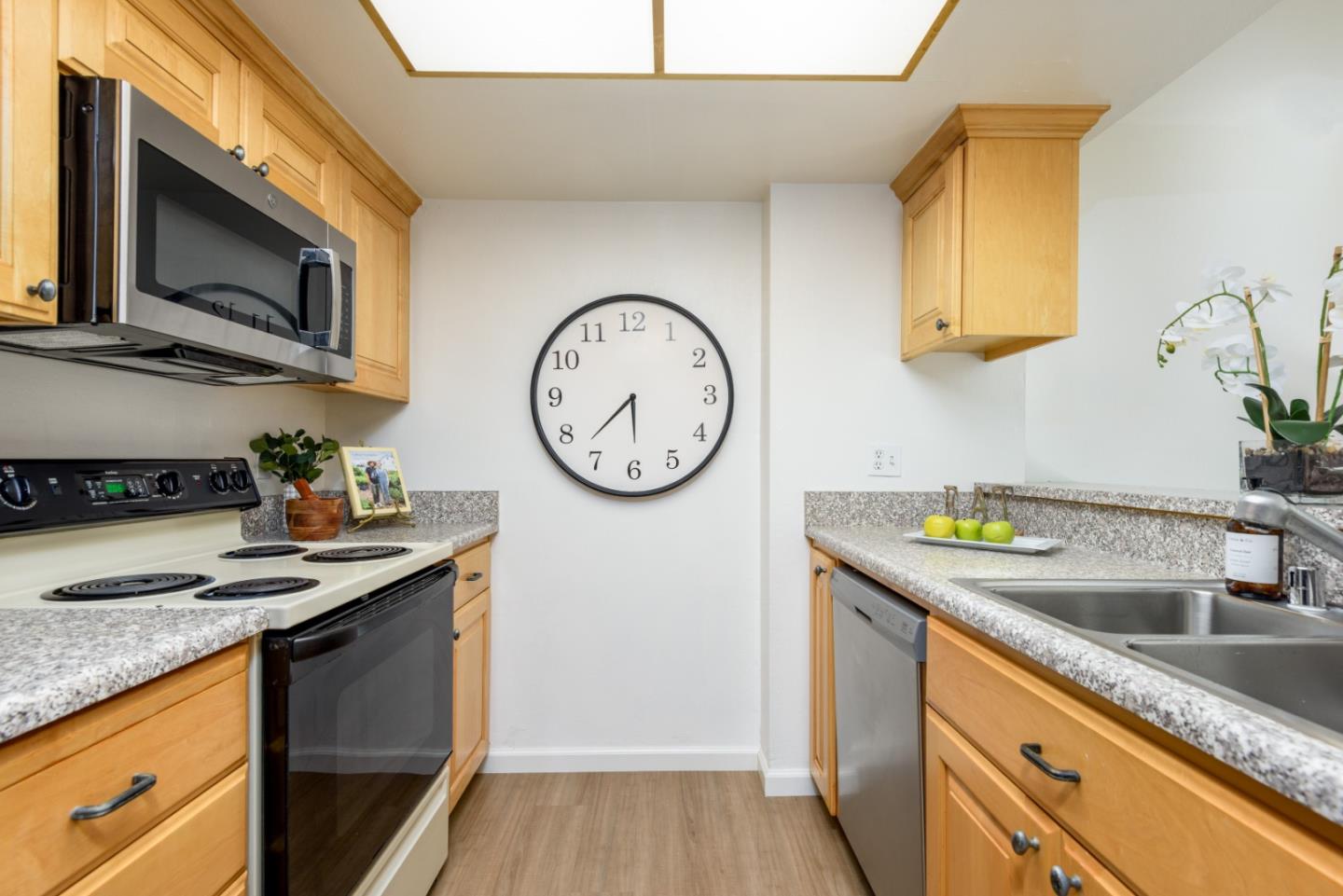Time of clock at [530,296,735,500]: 5:37
